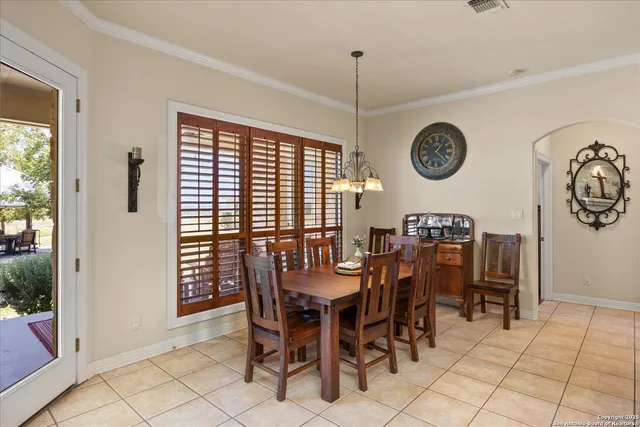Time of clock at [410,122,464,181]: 1:22
